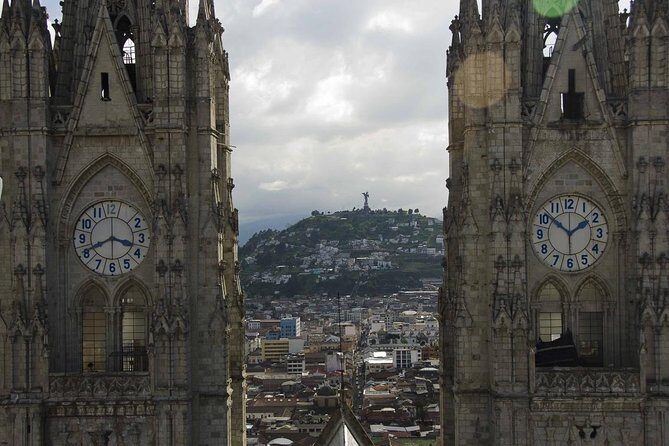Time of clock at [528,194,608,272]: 1:51
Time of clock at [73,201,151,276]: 3:41
